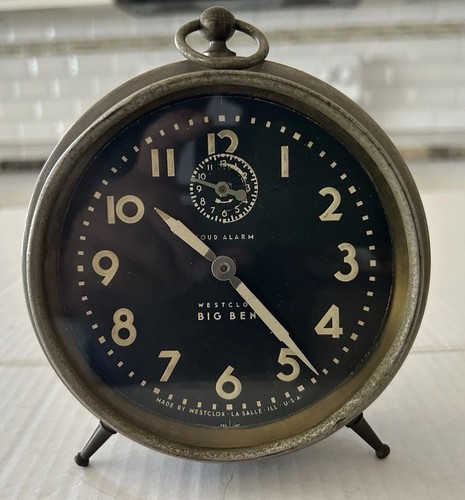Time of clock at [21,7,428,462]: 10:23
